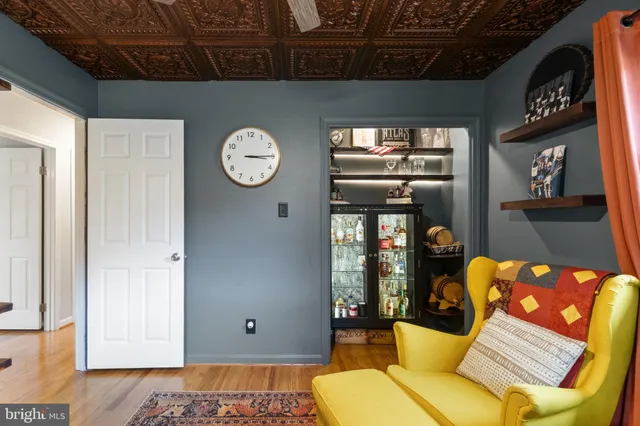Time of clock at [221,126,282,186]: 3:14
